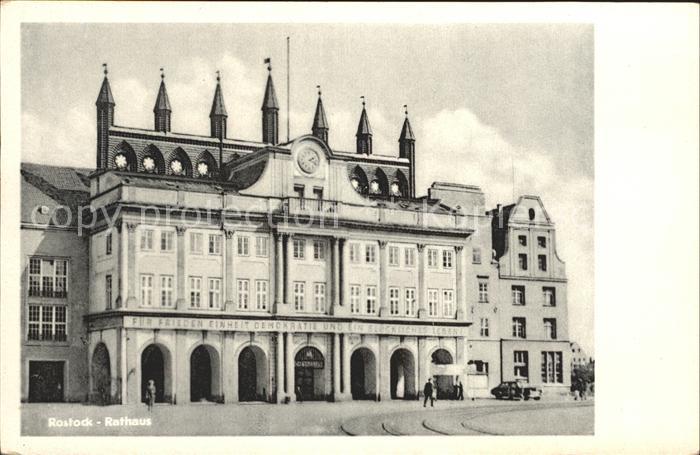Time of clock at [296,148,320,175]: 2:18
